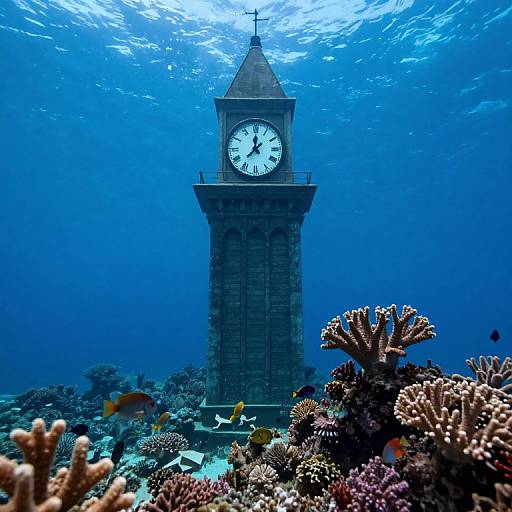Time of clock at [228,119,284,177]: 12:07
